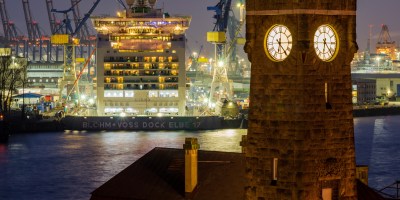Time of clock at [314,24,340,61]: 6:23
